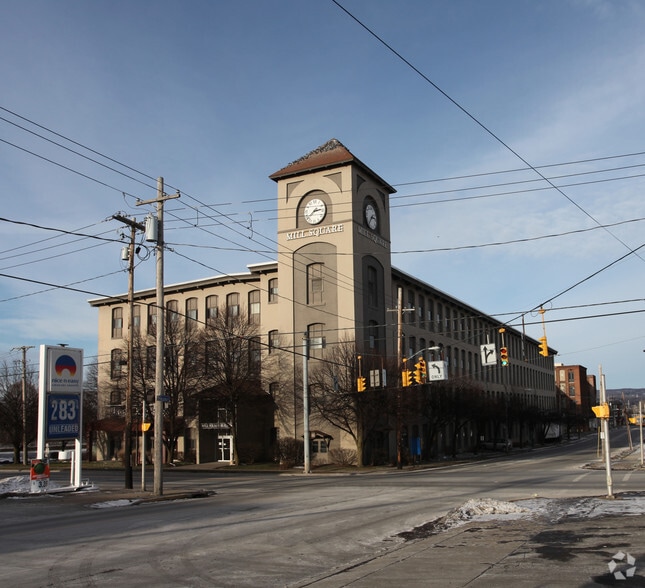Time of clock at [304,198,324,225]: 2:38
